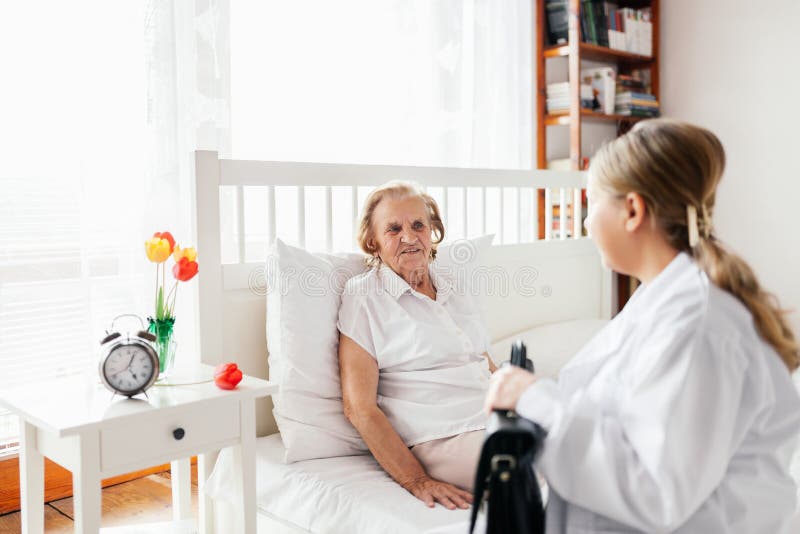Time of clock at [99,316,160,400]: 5:03
